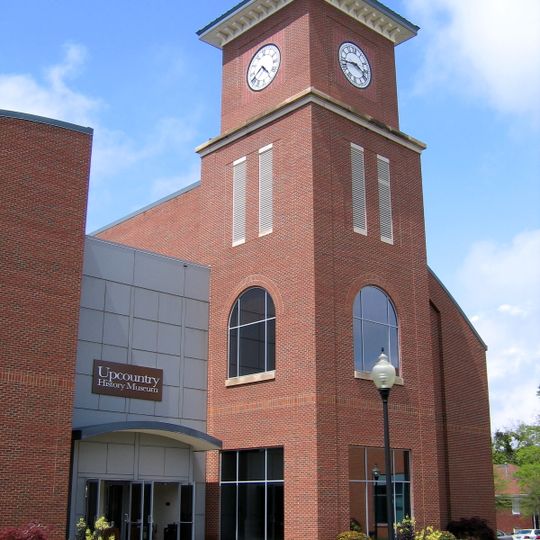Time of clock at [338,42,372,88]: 3:43
